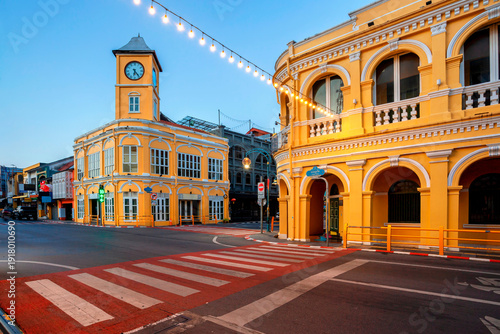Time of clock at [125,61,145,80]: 6:23
